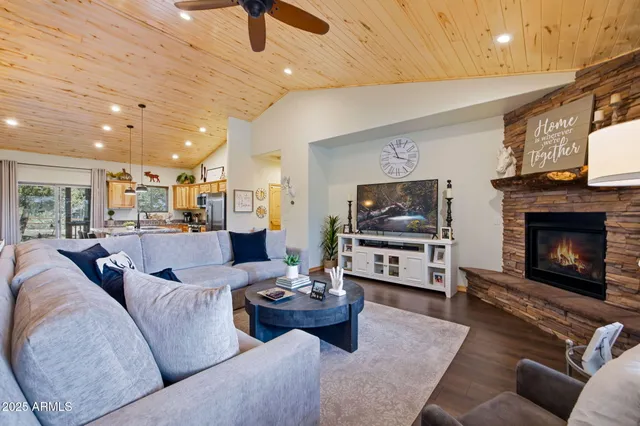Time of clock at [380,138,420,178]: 11:17
